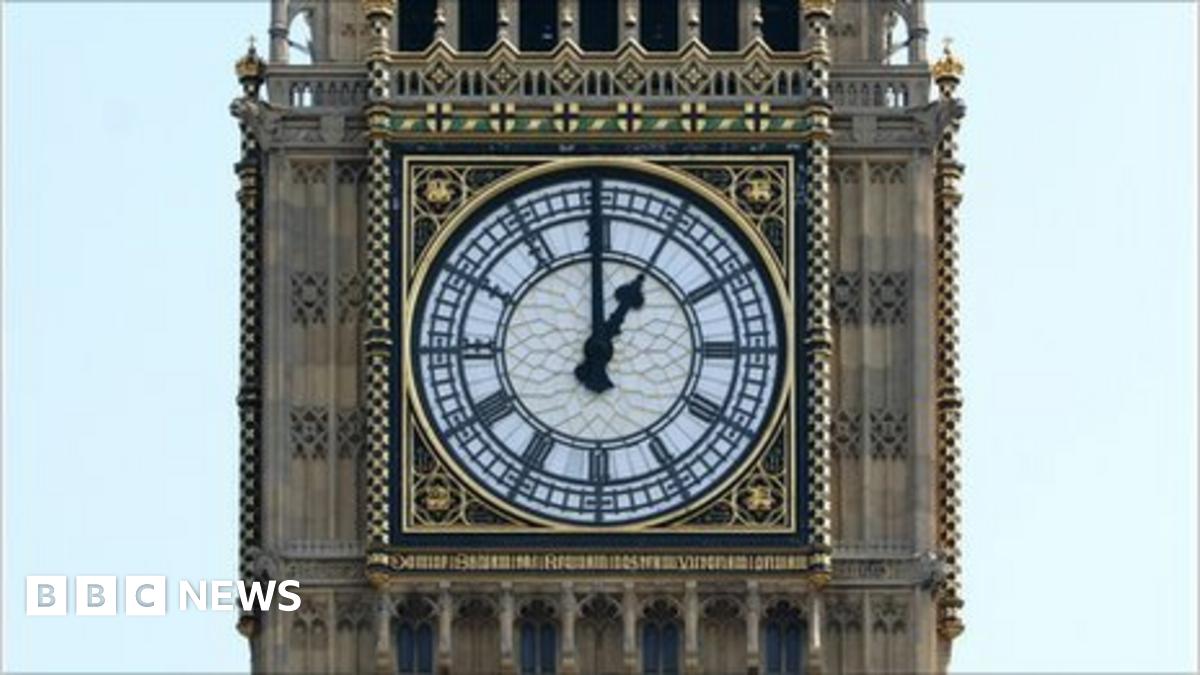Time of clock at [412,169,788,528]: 1:00
